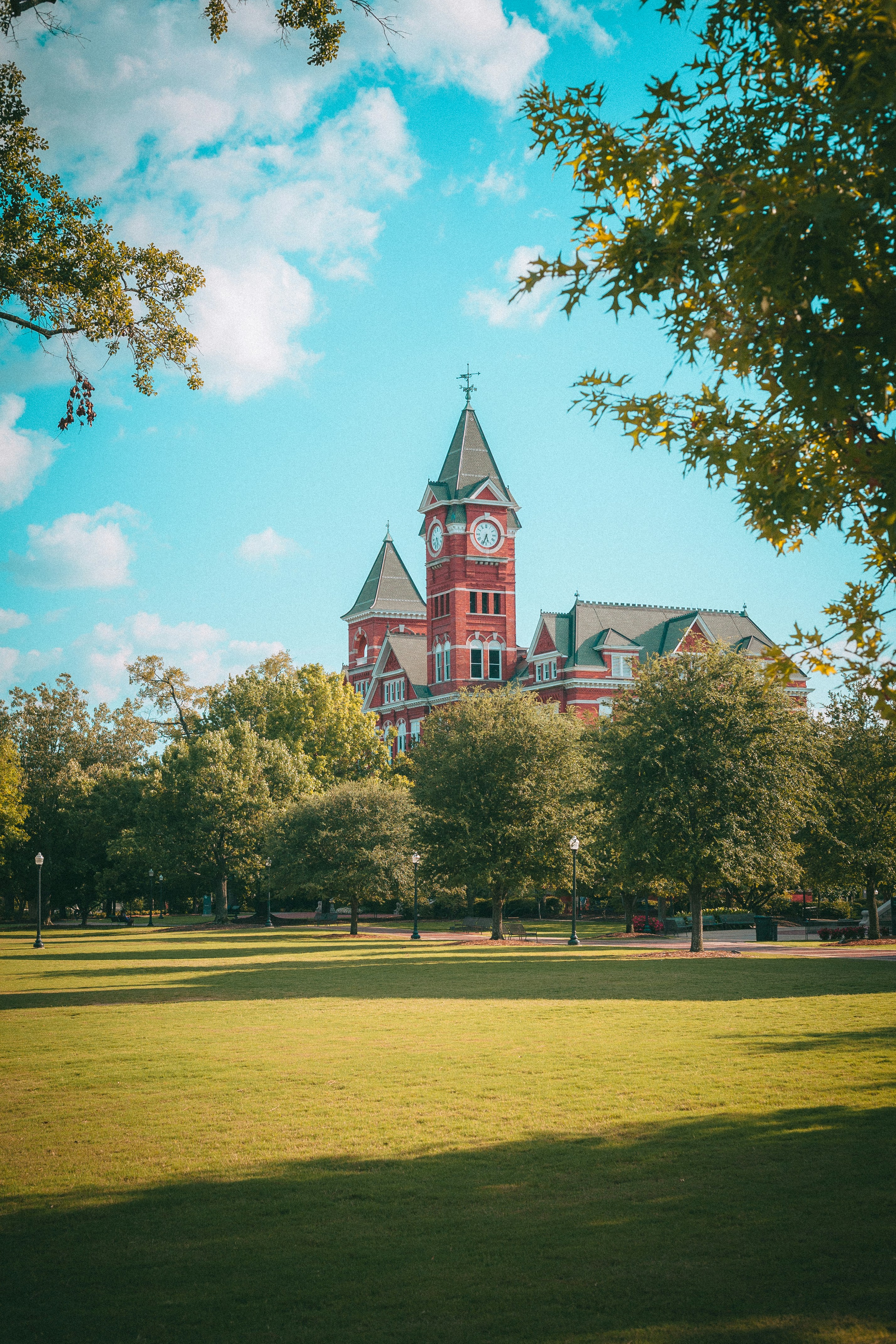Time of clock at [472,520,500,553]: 5:33
